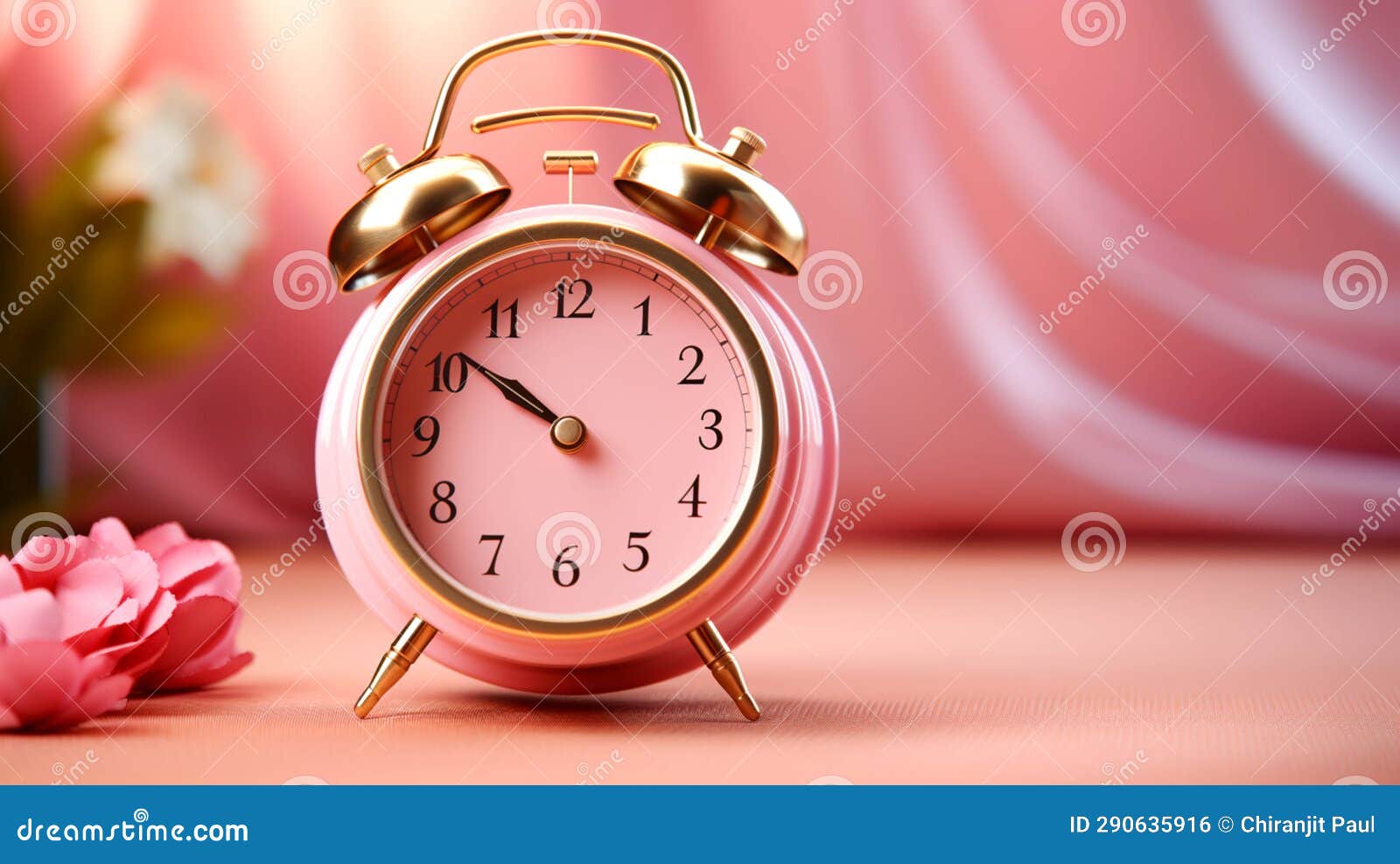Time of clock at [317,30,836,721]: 9:51
